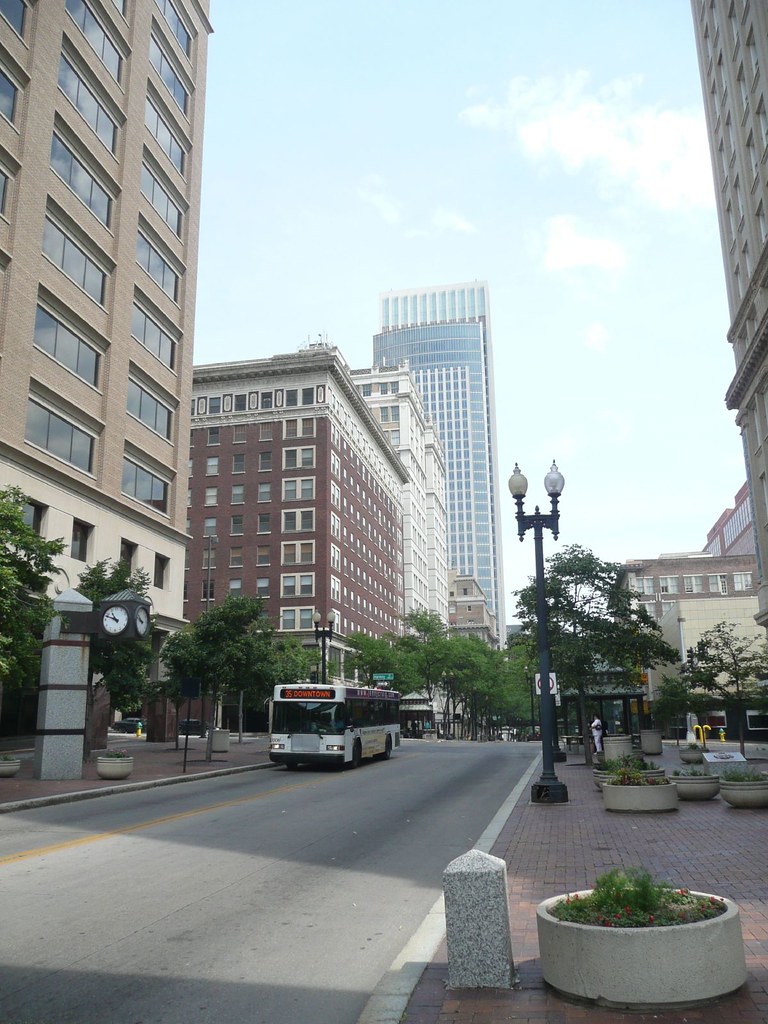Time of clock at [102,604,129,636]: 10:48
